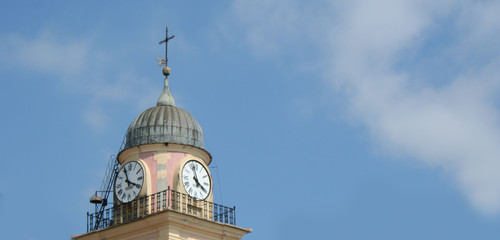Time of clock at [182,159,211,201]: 3:57
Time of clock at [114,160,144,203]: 3:56
